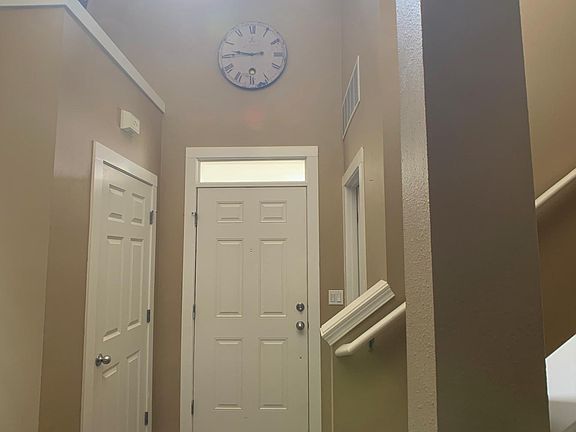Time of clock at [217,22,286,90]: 2:46
